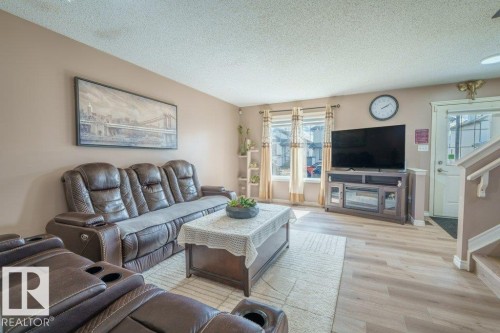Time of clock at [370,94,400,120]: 2:09
